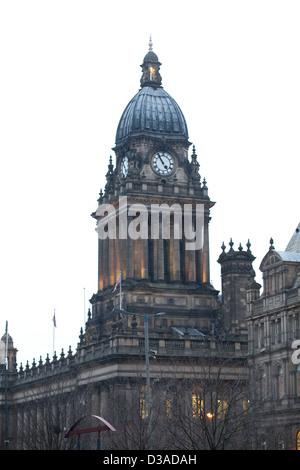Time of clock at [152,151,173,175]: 4:54
